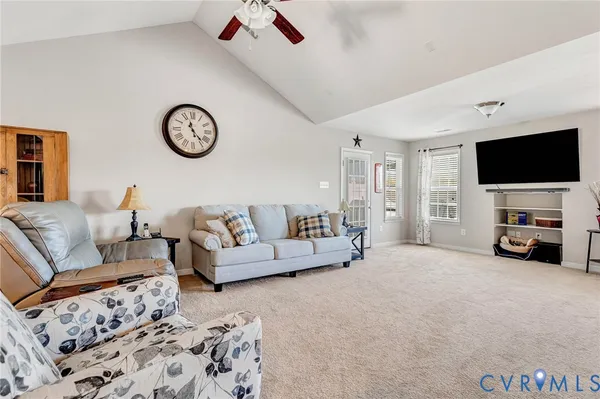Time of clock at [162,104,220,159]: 11:22
